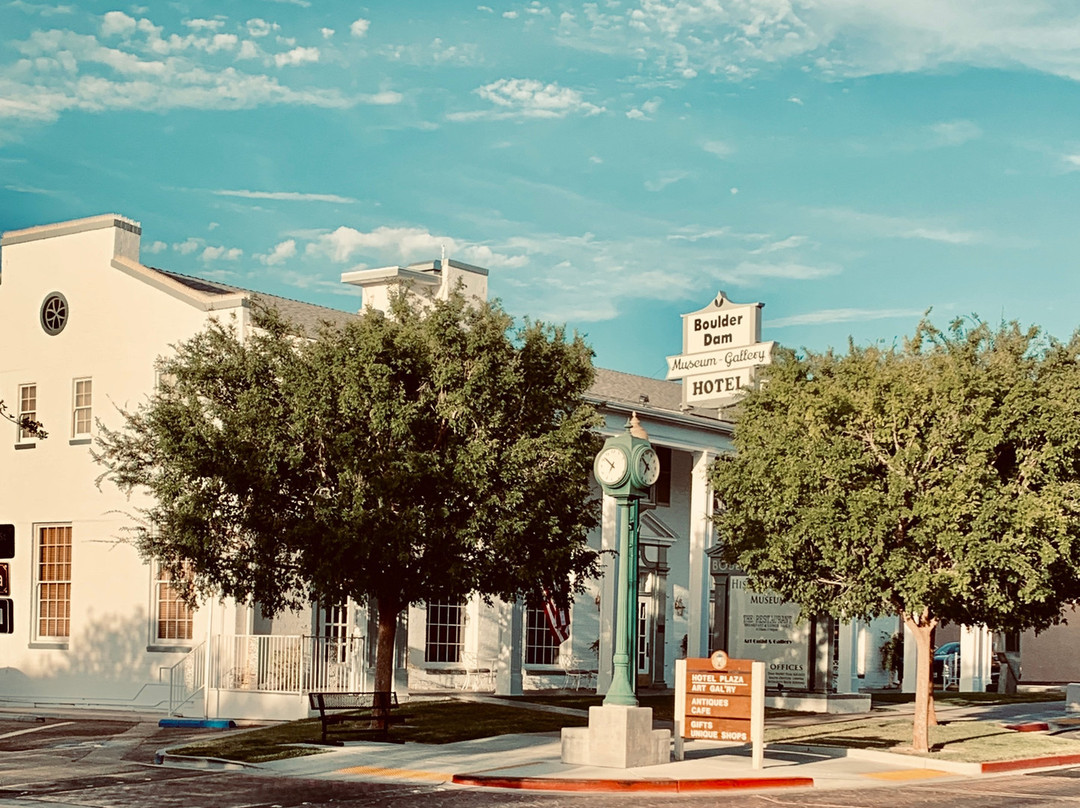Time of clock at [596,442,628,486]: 6:52
